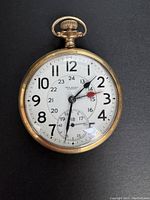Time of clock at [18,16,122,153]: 1:31
